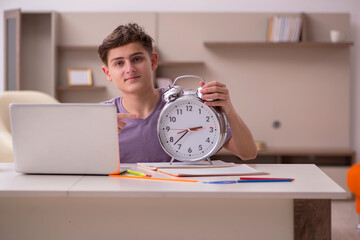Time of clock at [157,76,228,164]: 2:37
